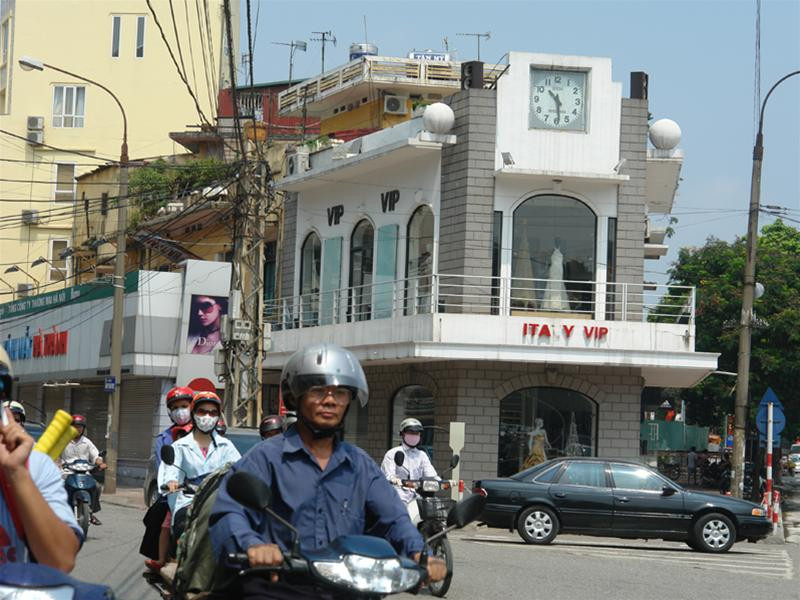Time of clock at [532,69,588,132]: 10:28
